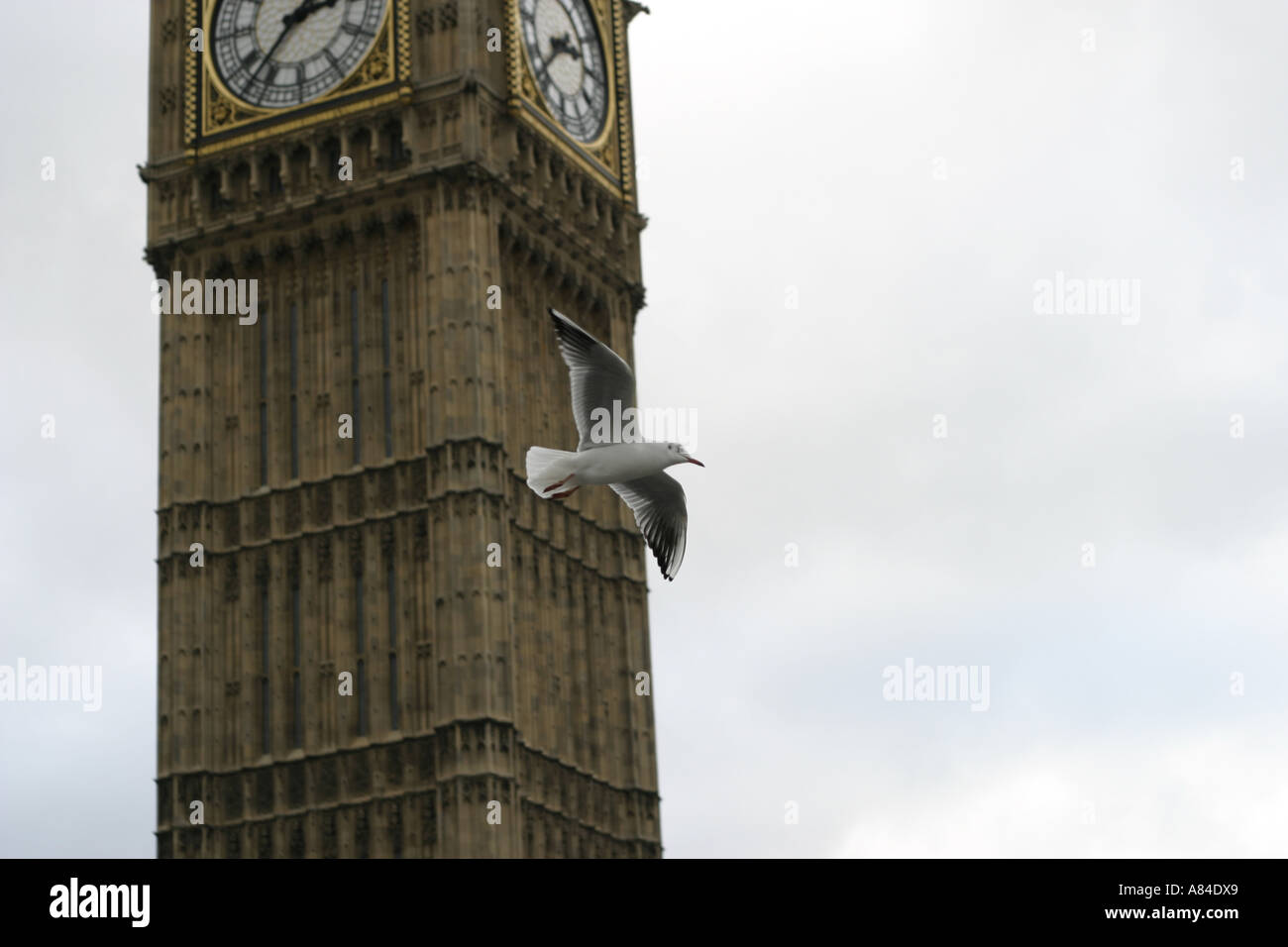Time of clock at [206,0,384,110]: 2:36
